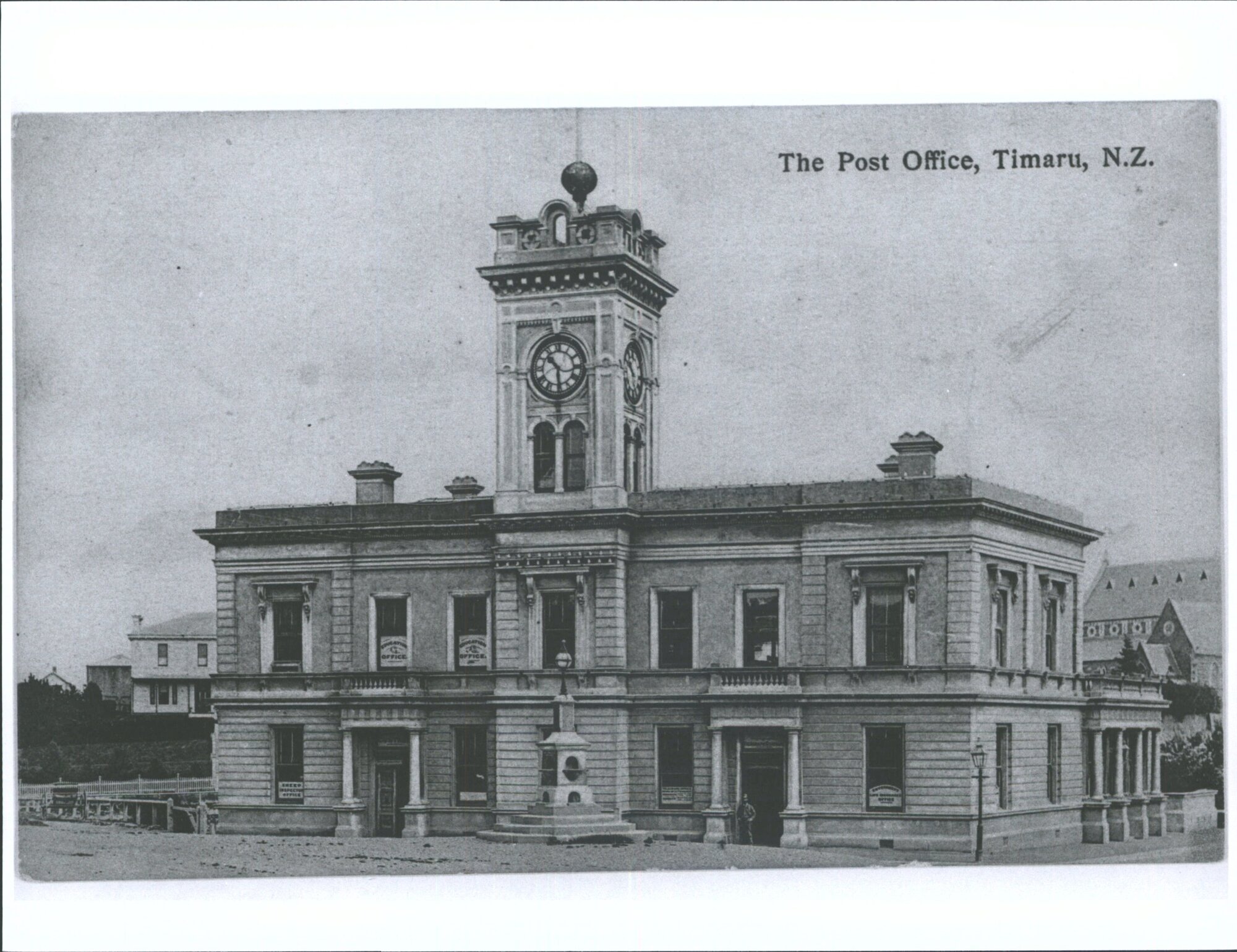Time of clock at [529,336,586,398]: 10:29
